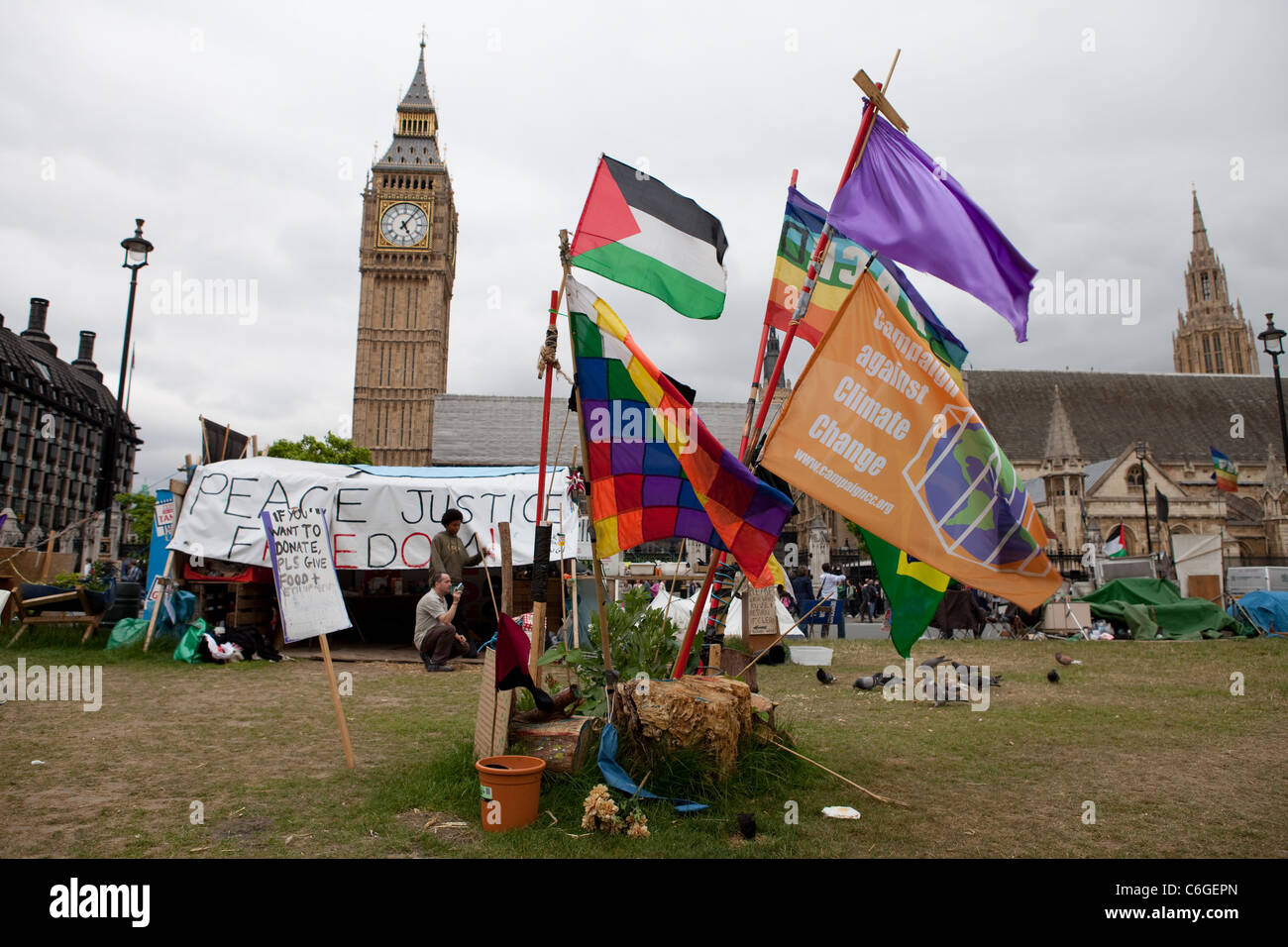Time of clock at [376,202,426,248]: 5:06
